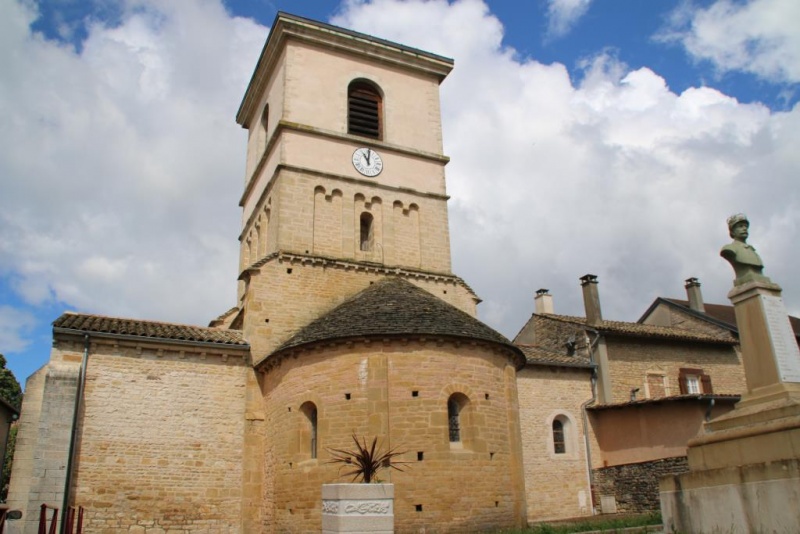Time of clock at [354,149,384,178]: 11:01
